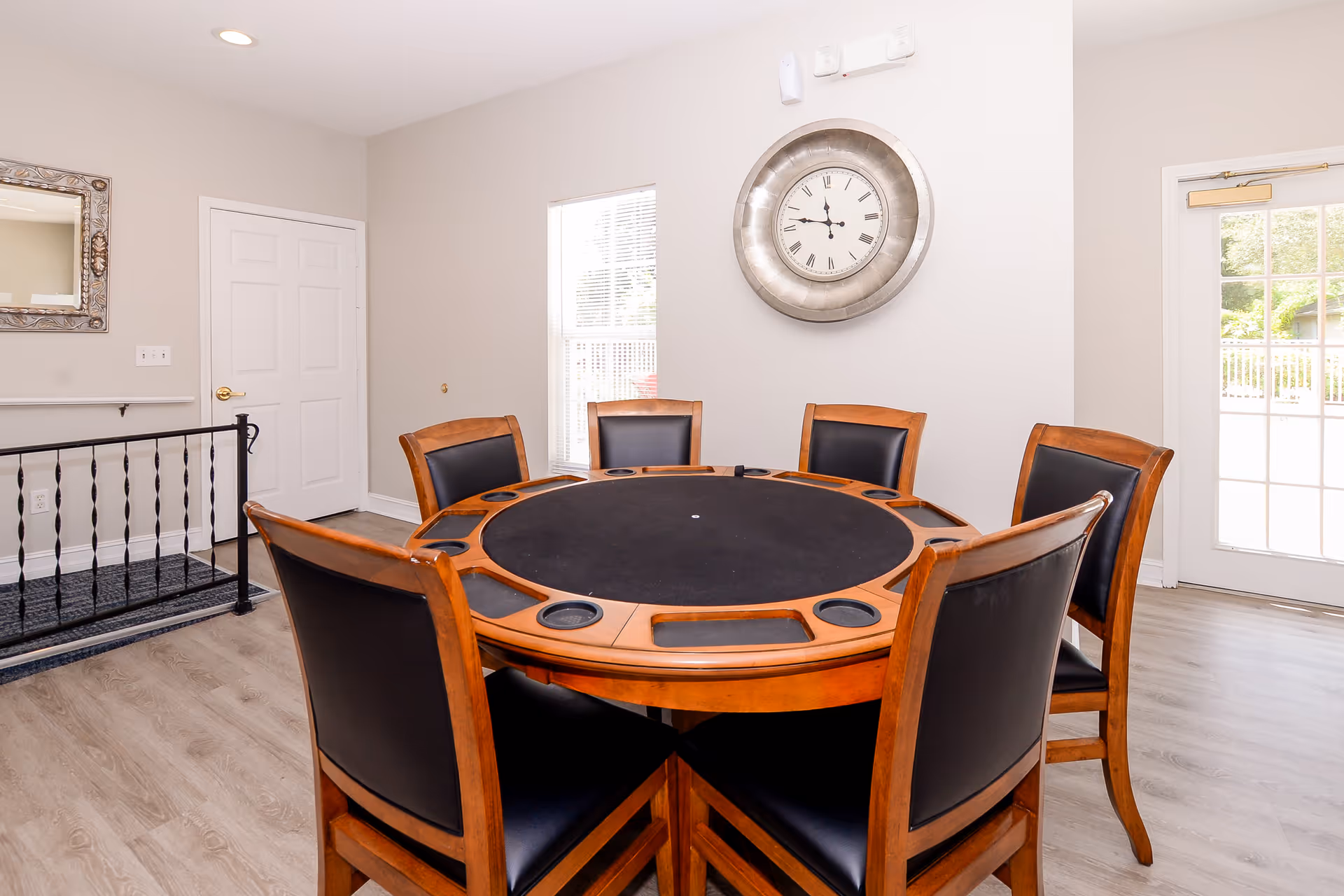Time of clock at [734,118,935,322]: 11:46
